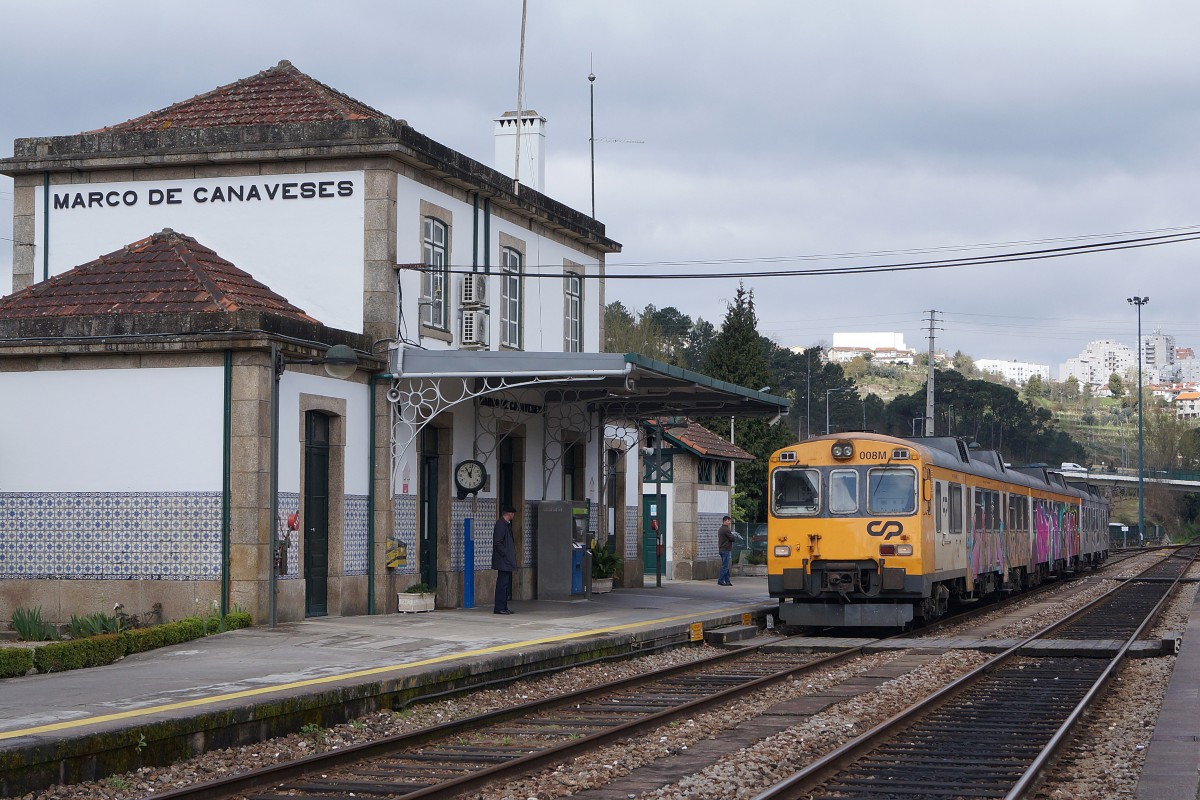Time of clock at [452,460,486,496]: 11:02
